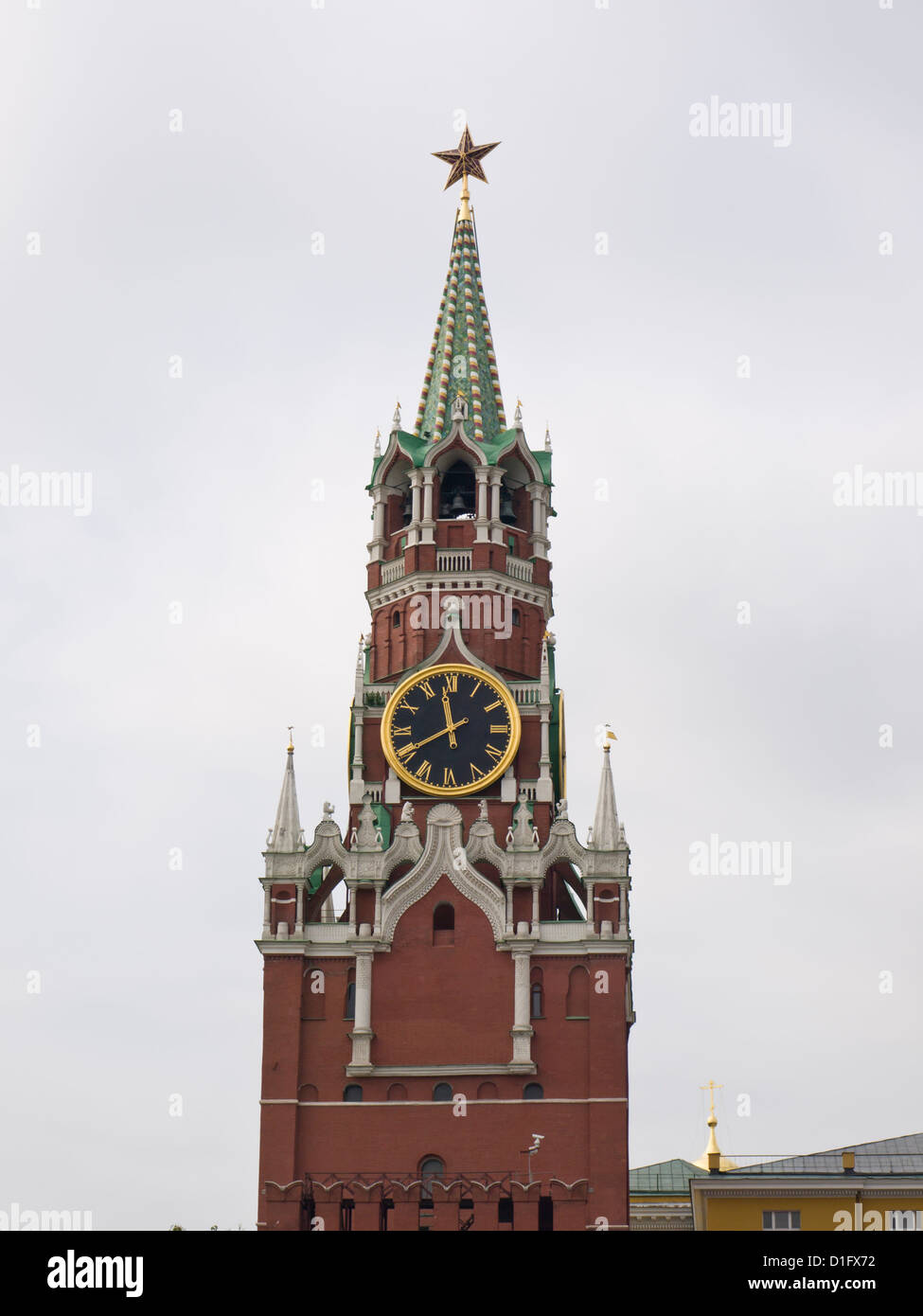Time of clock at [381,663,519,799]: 11:40
